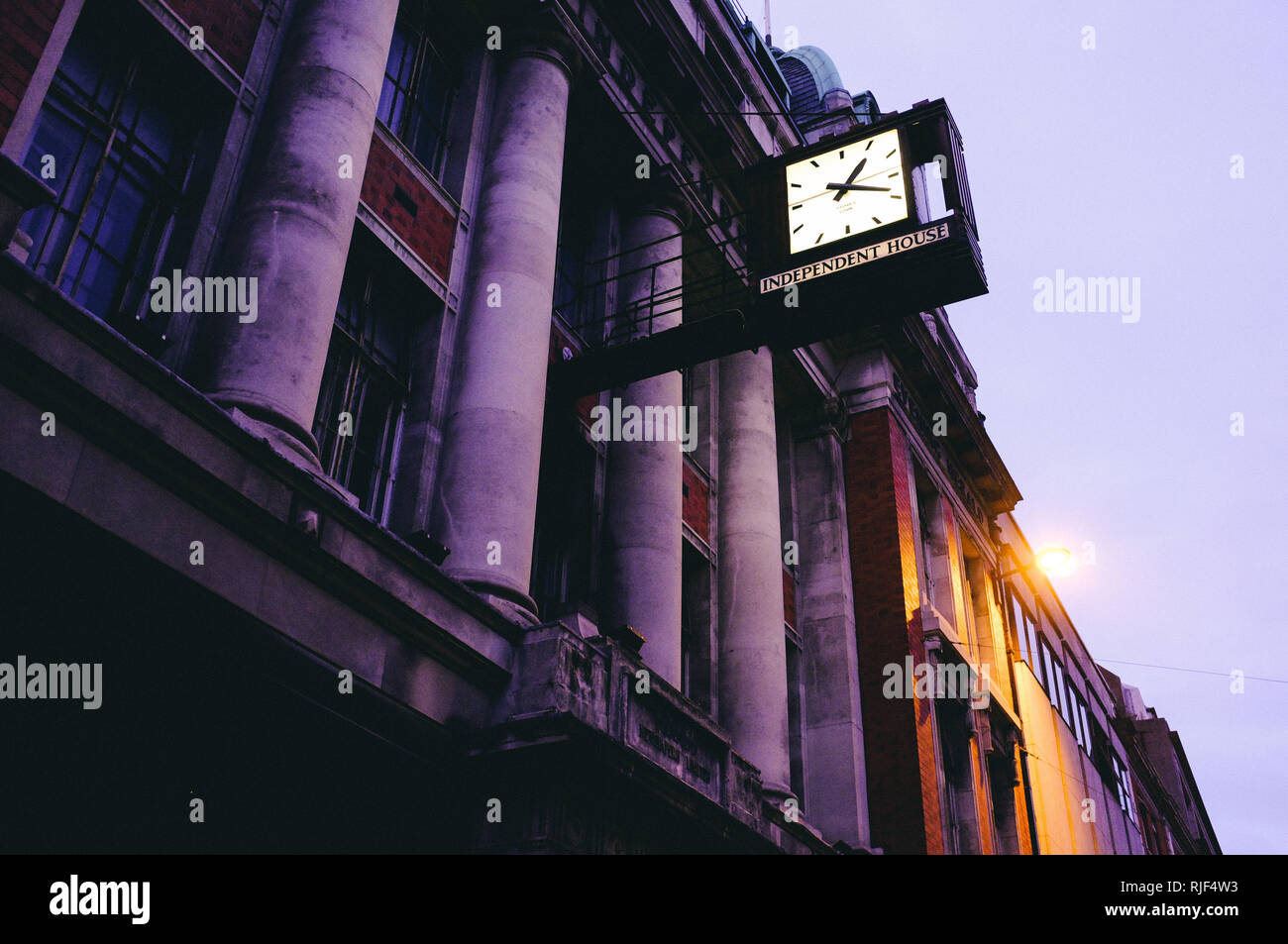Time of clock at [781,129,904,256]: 1:18
